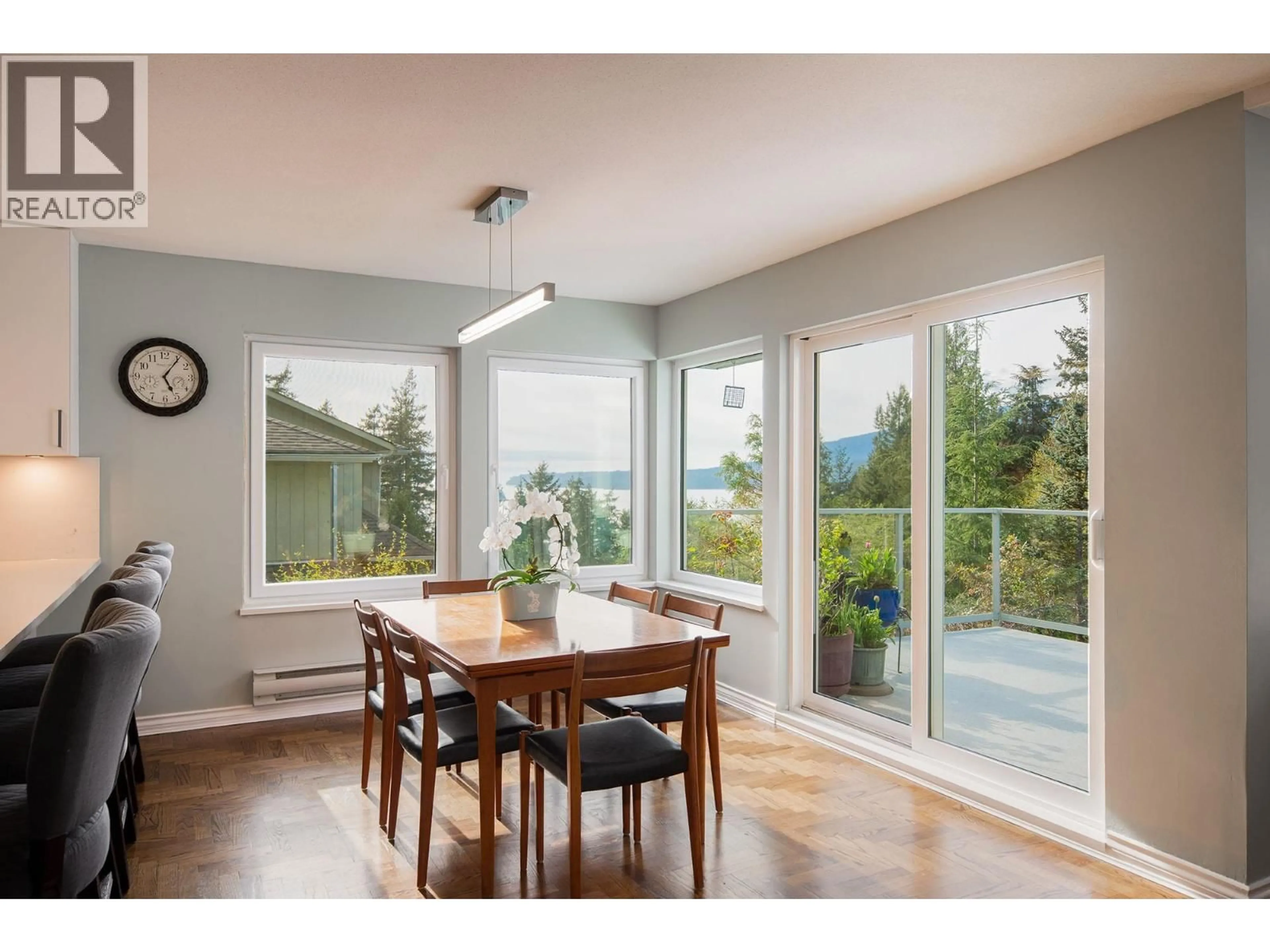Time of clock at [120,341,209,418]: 5:05
